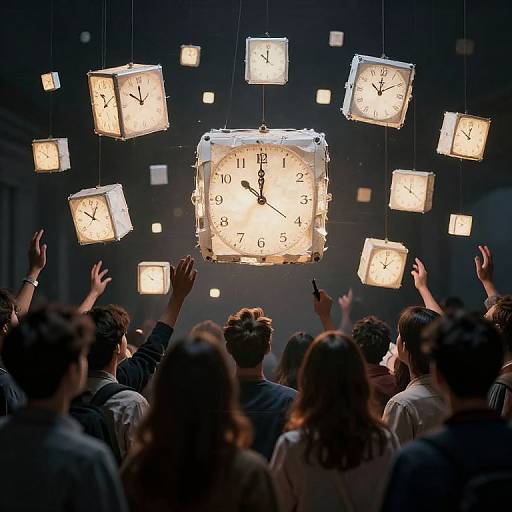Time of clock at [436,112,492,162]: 11:50
